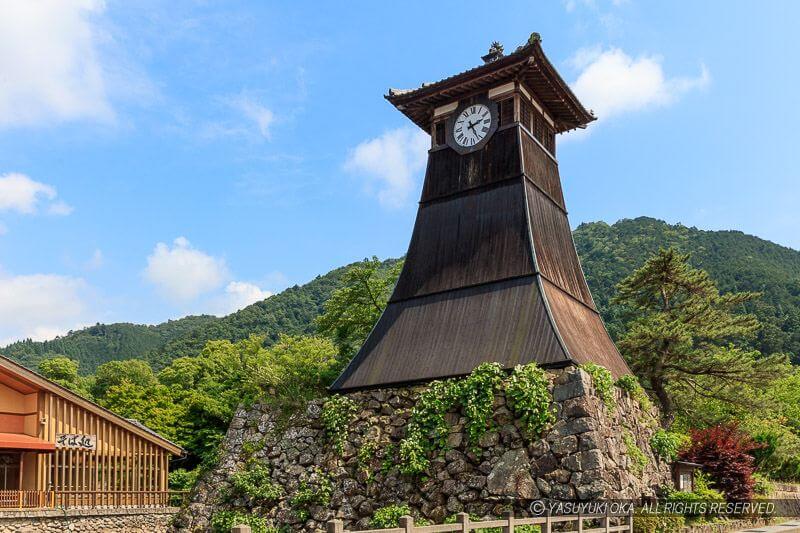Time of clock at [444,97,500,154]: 2:25
